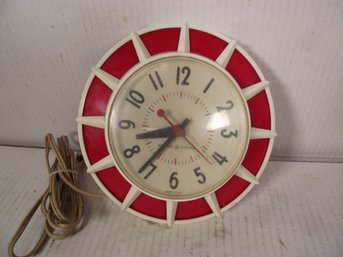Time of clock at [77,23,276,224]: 8:36
